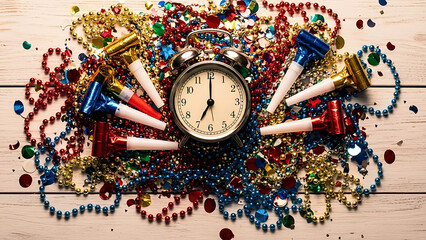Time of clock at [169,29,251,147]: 7:00
